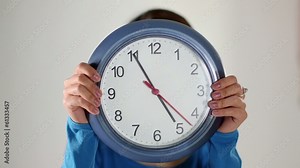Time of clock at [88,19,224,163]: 4:55
